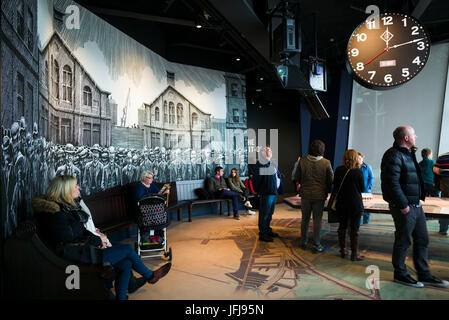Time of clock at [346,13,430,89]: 12:13
